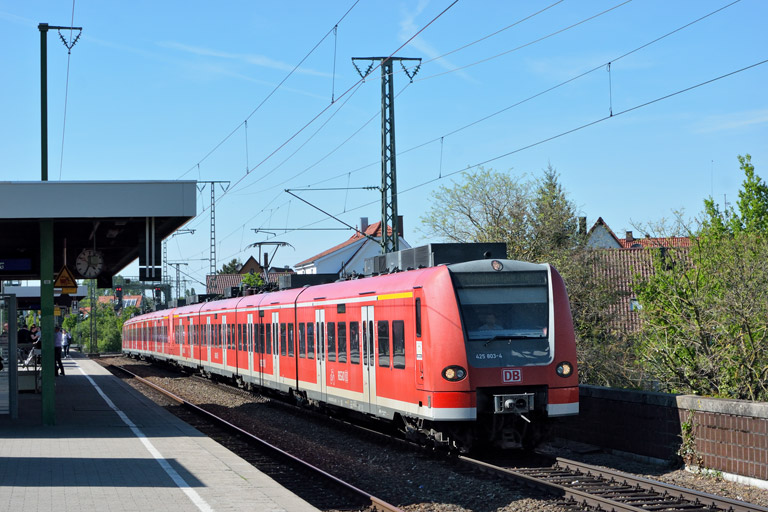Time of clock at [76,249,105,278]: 4:34
